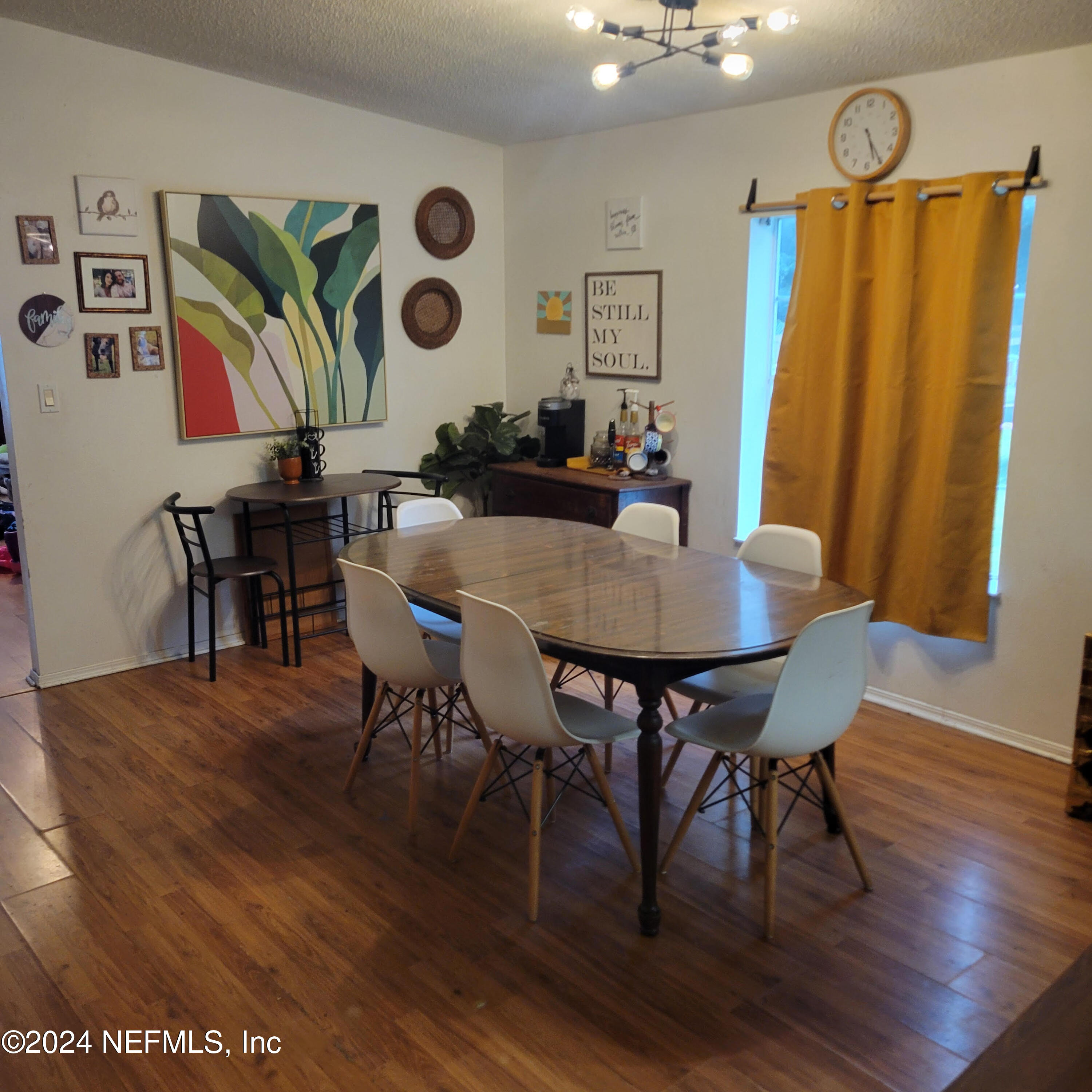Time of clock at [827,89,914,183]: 5:24
